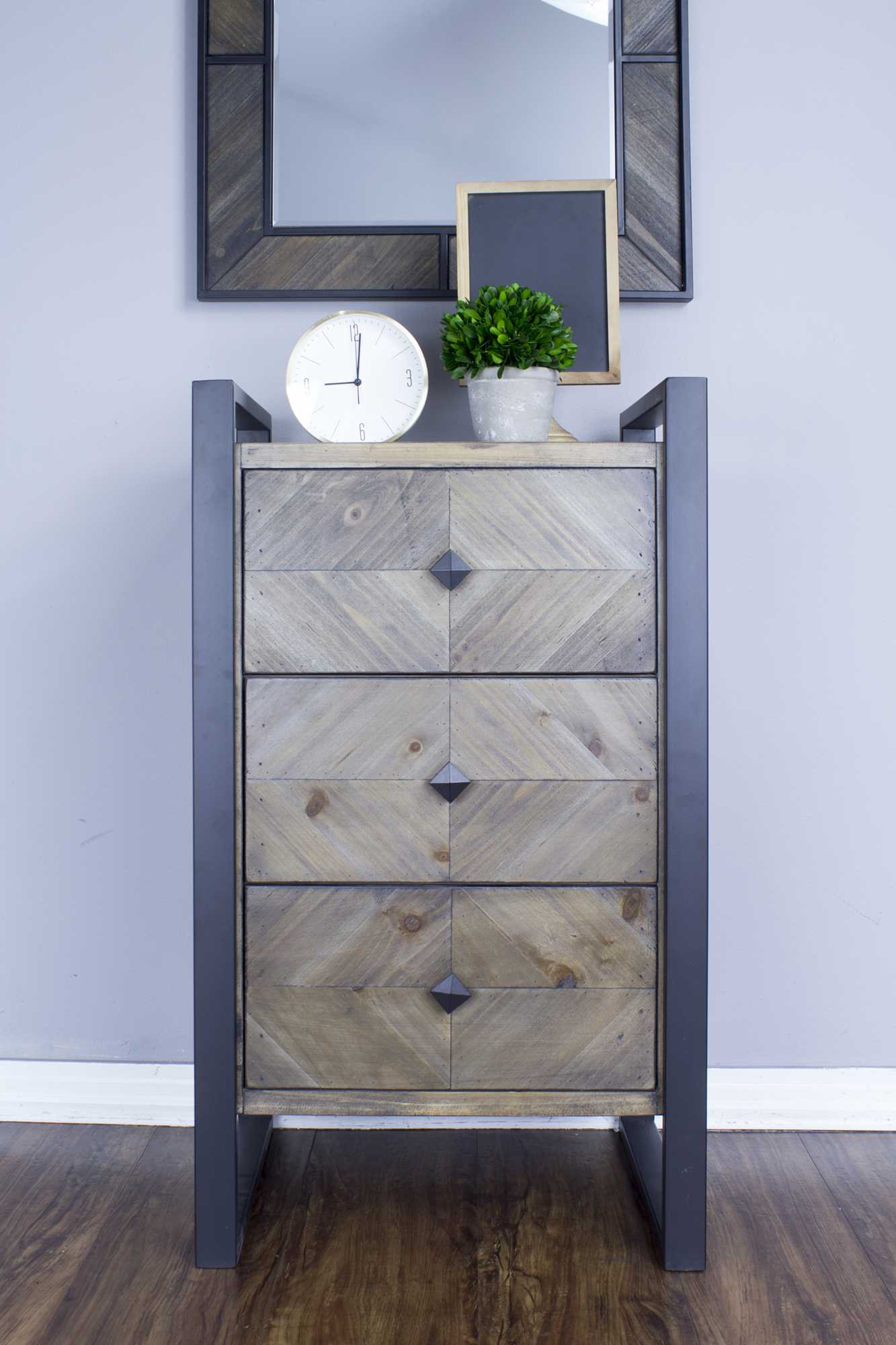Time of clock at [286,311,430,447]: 9:01
